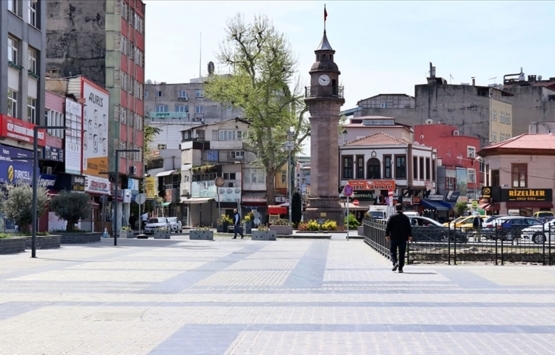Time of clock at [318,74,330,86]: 10:15
